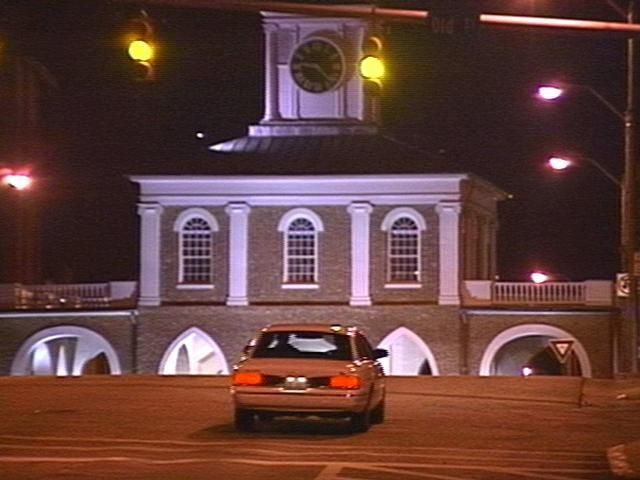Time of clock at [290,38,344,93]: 9:22
